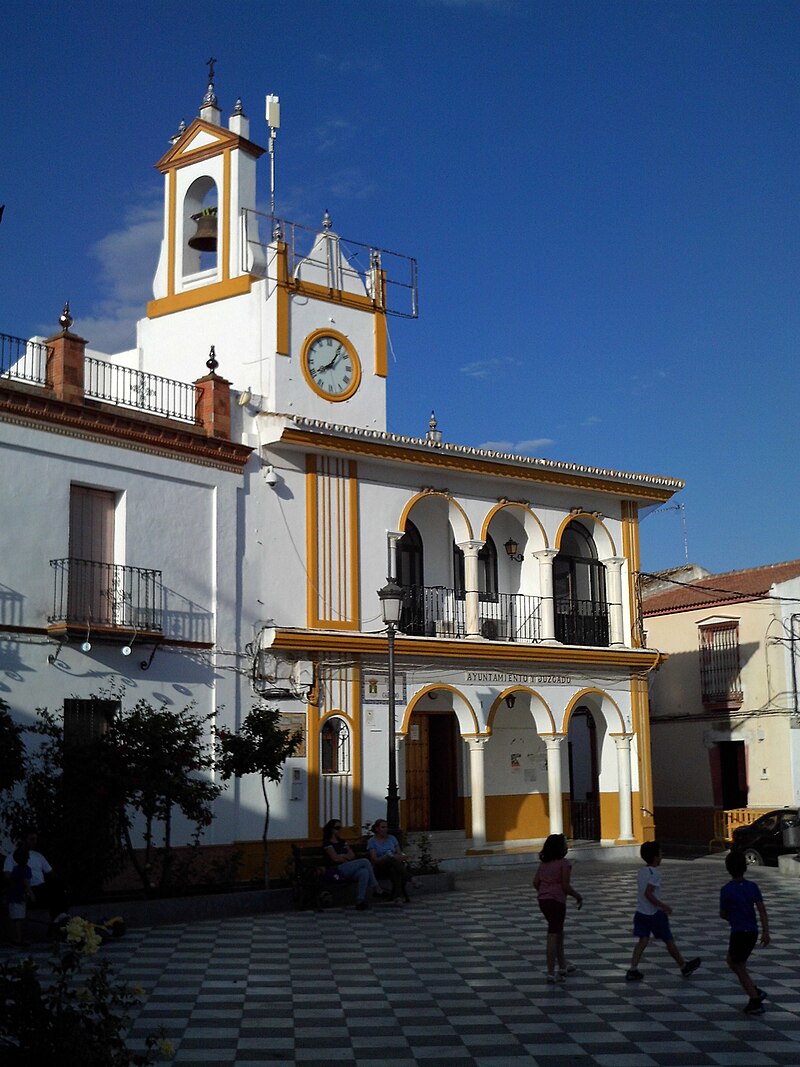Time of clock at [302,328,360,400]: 8:06
